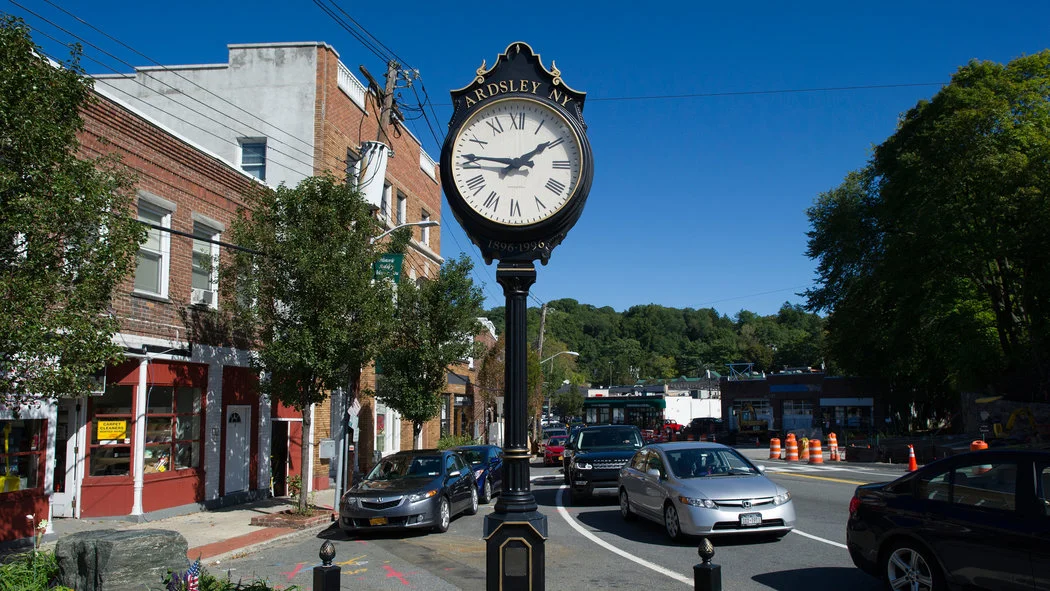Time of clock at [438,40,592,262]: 1:46
